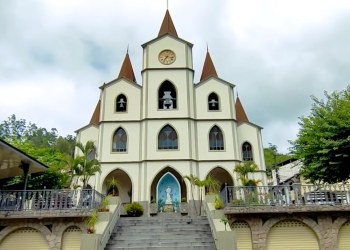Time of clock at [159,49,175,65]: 7:17
